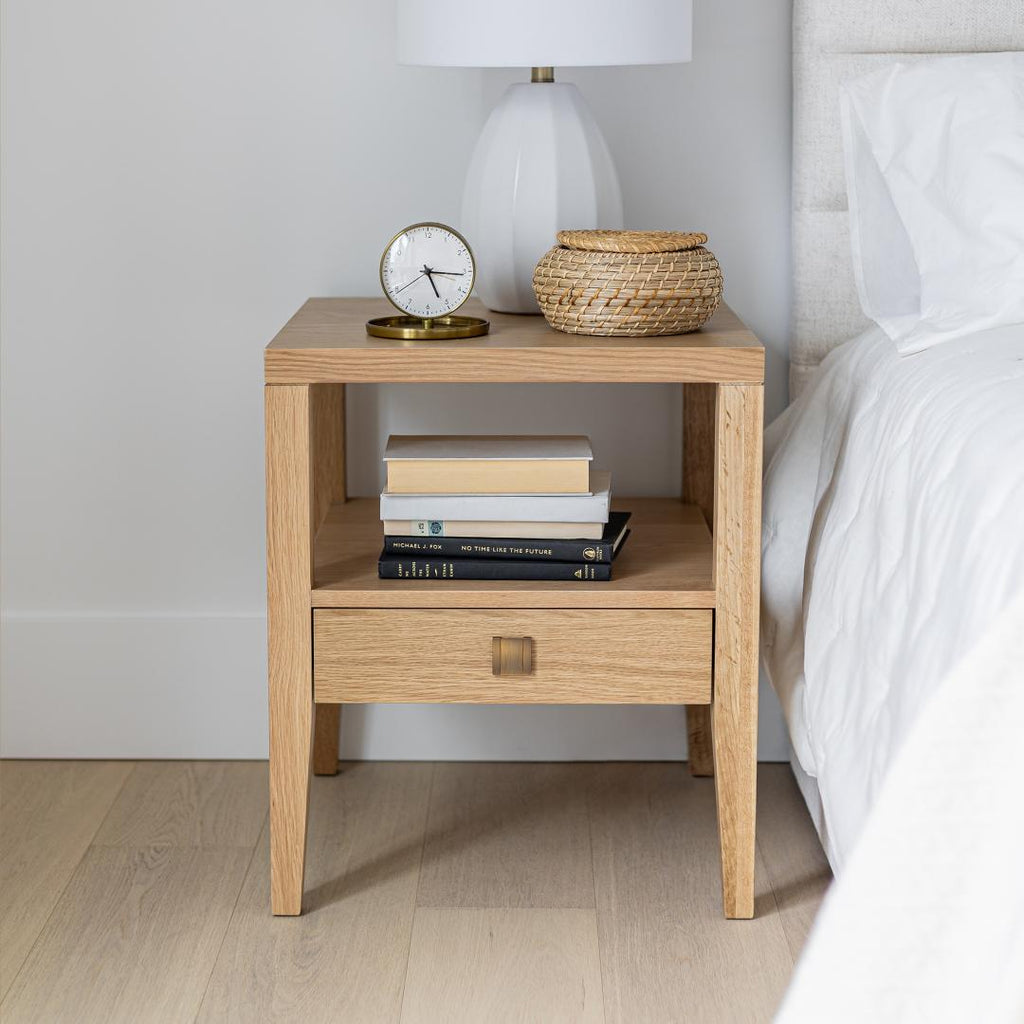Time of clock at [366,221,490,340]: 5:15
